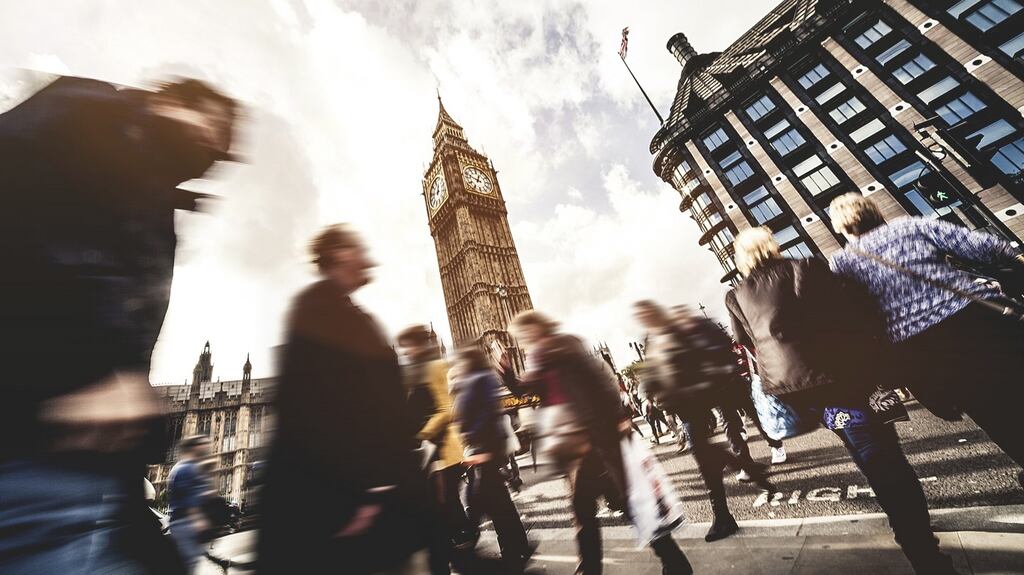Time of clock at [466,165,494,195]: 12:48
